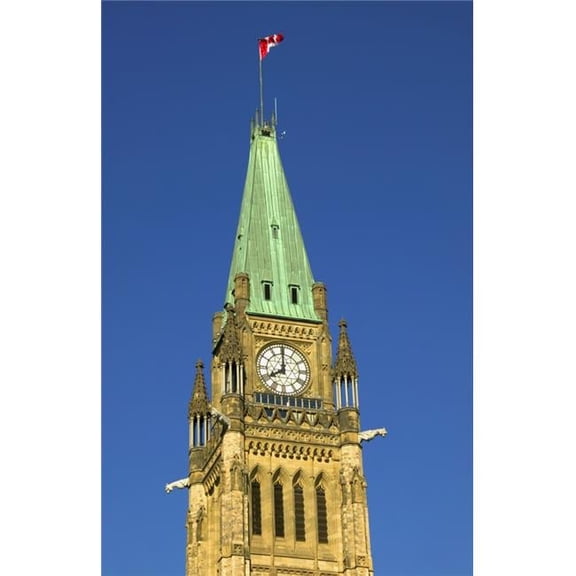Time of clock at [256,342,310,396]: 7:59
